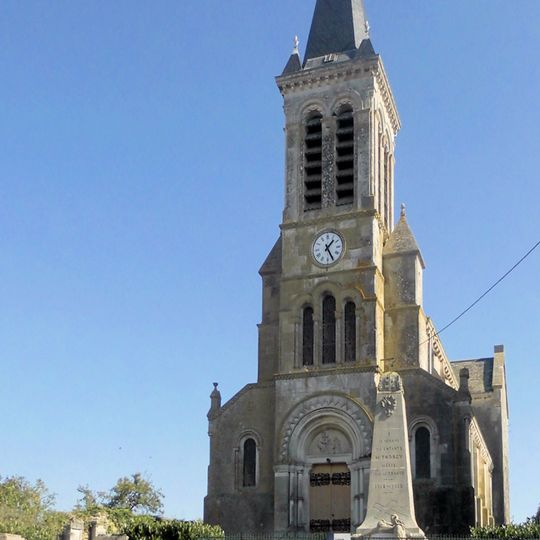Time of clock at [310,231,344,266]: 1:25
